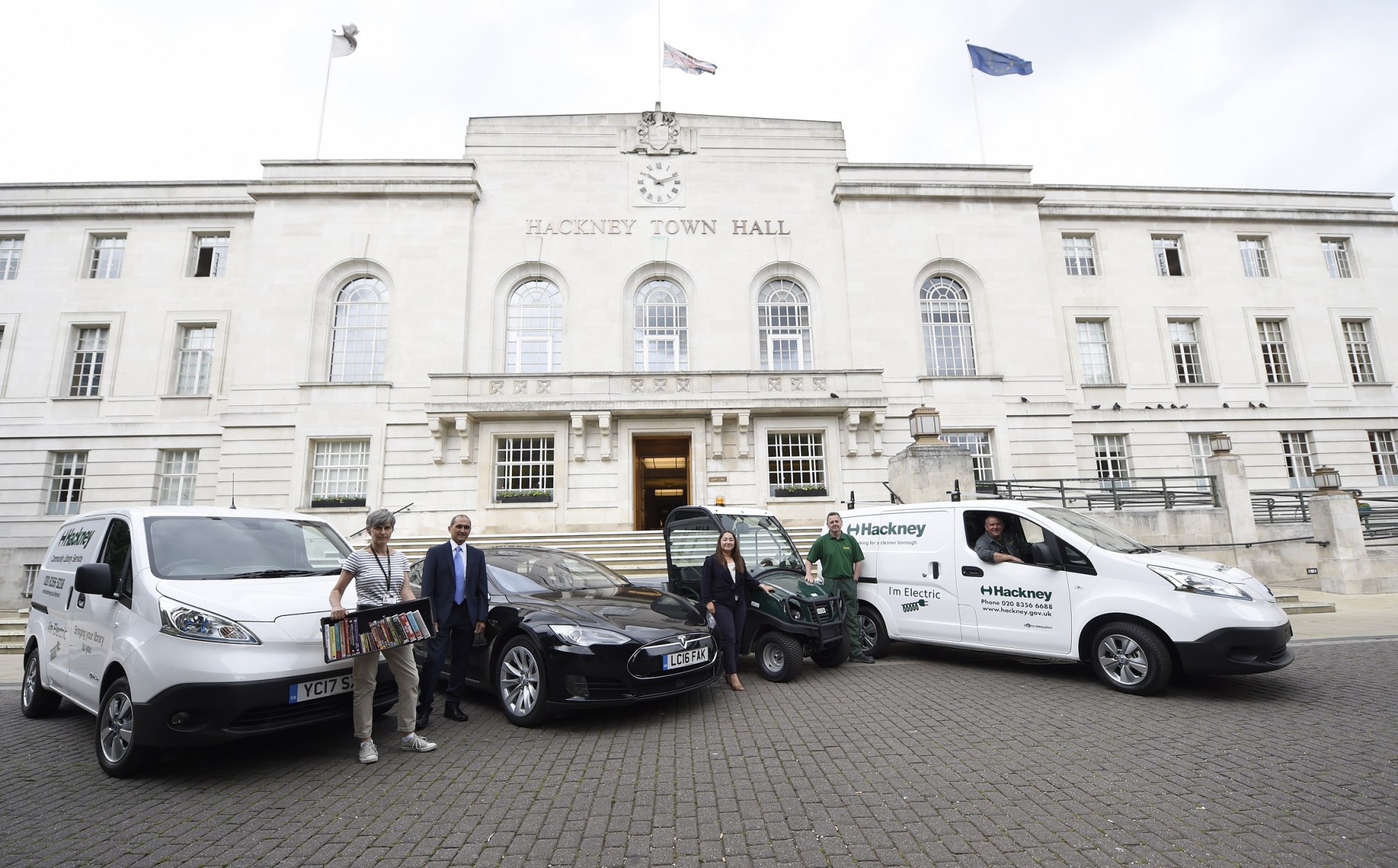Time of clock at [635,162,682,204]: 10:11
